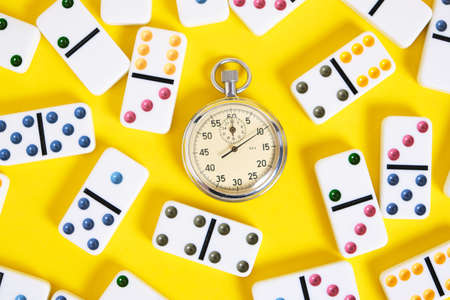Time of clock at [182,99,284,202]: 12:09
